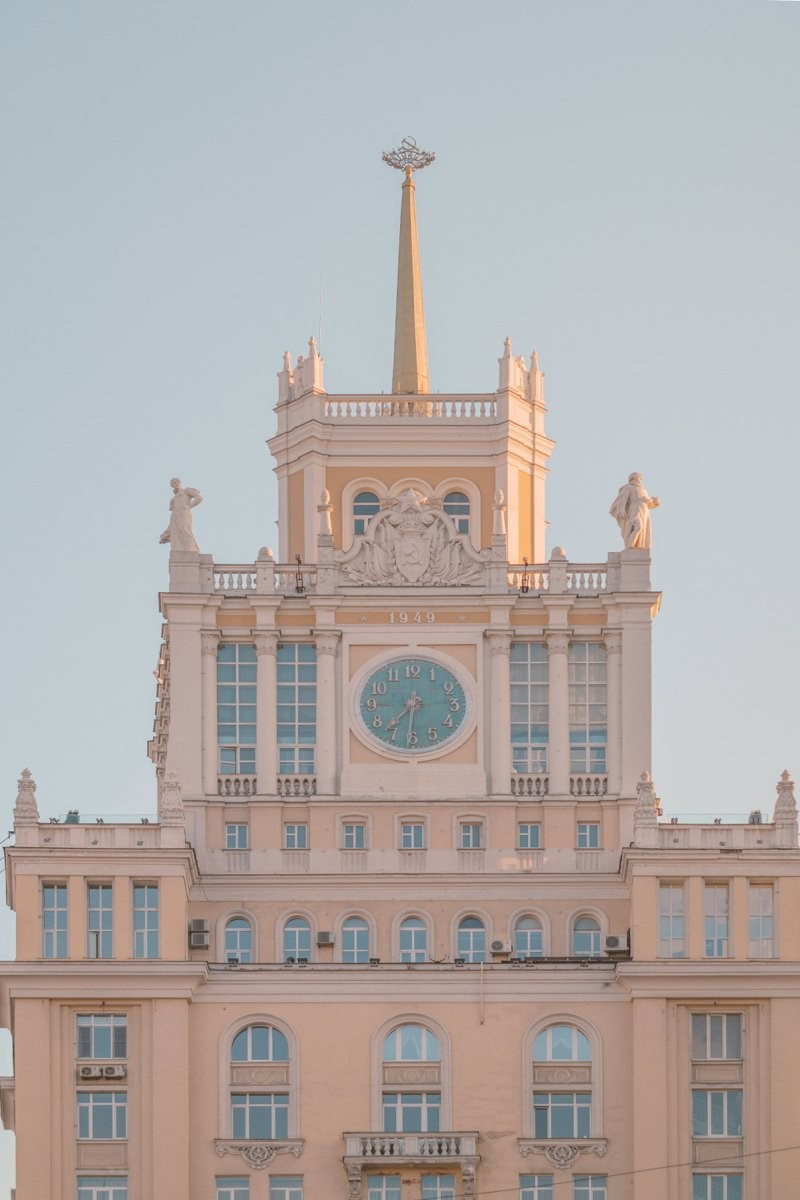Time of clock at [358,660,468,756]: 7:31
